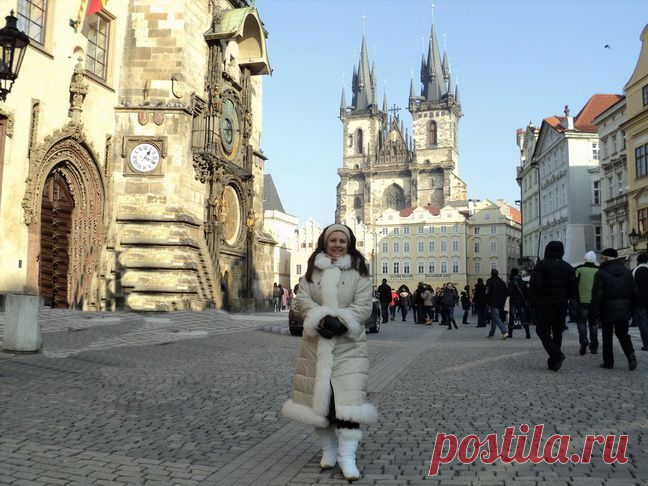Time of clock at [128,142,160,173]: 1:18
